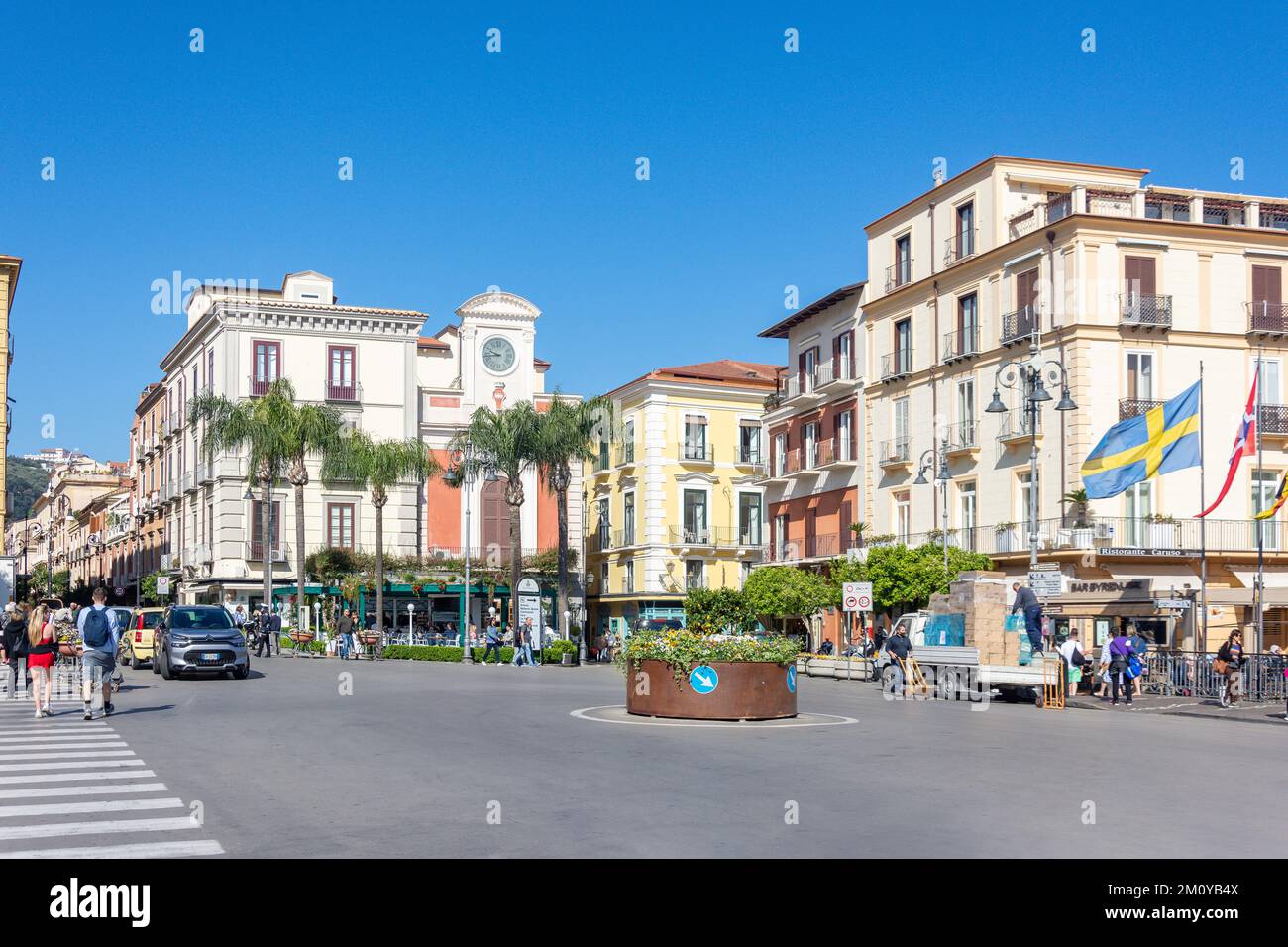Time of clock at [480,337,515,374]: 9:43
